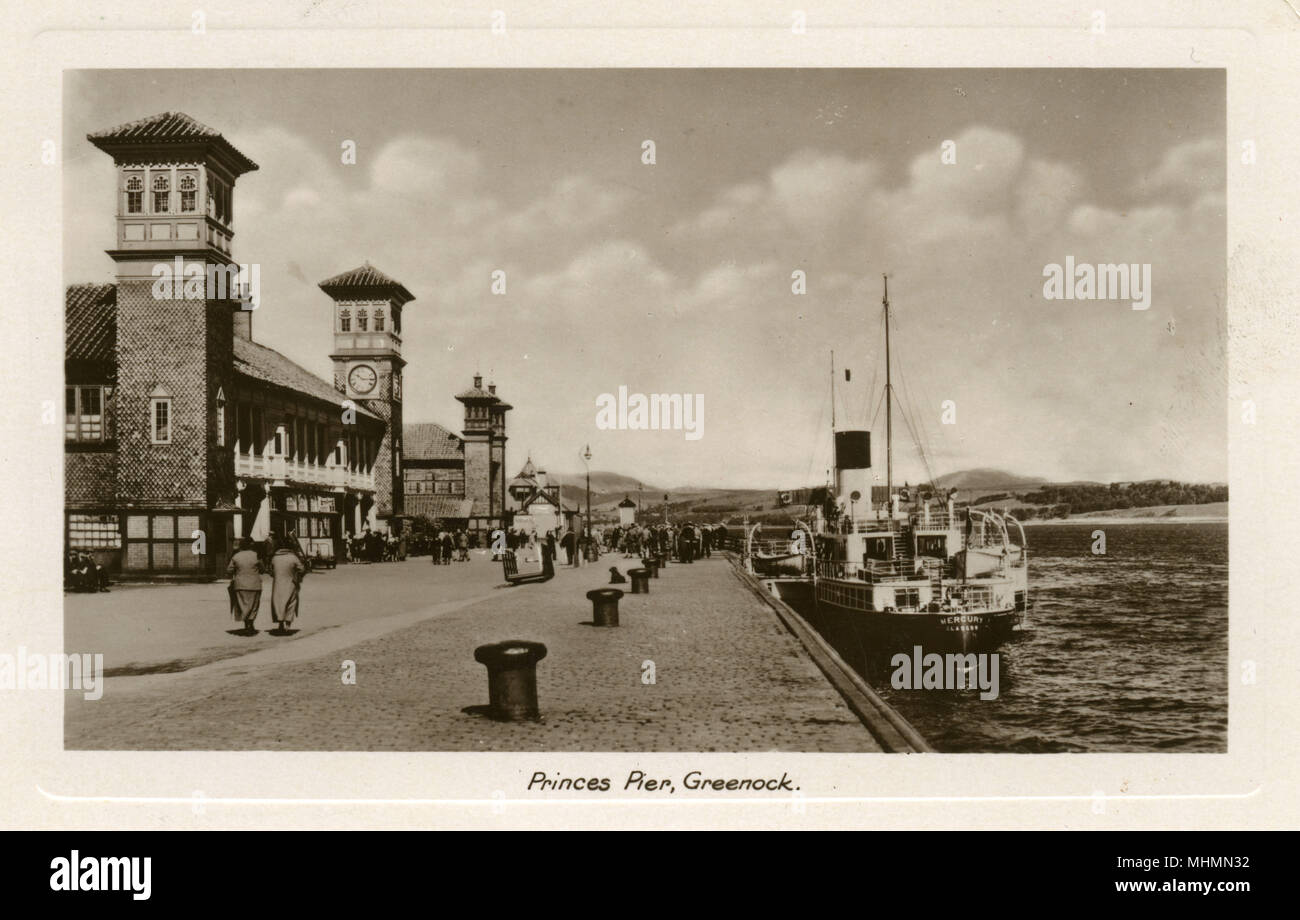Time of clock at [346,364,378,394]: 10:14
